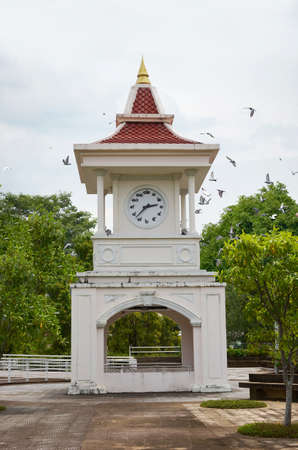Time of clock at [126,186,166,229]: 2:37
